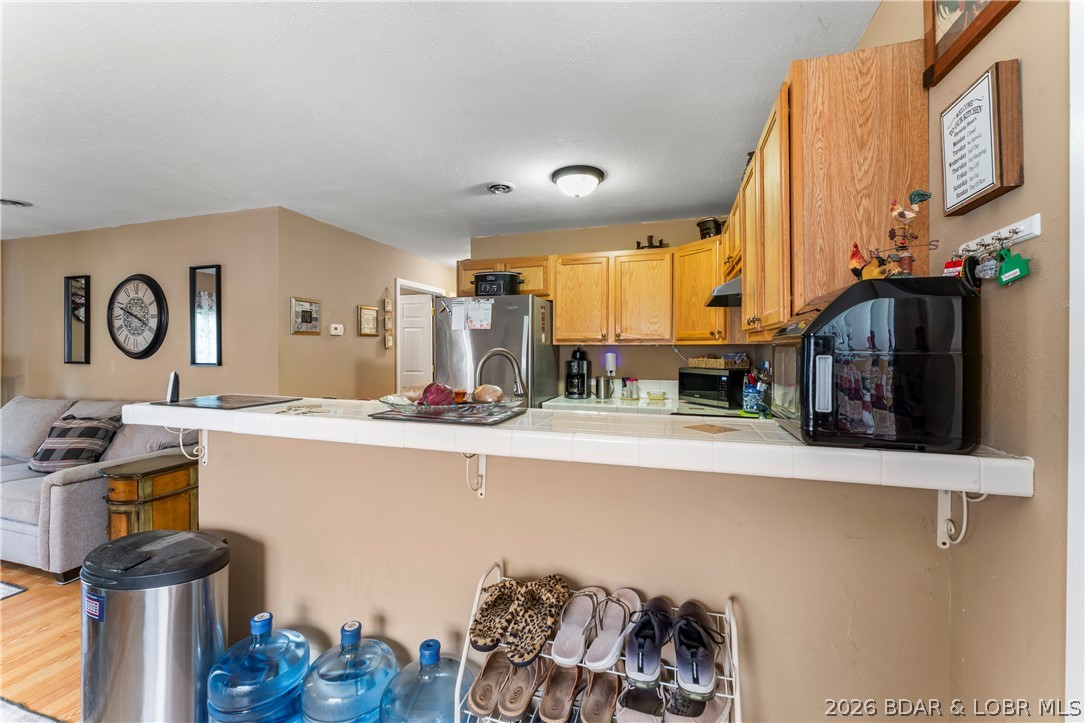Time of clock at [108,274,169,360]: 3:48
